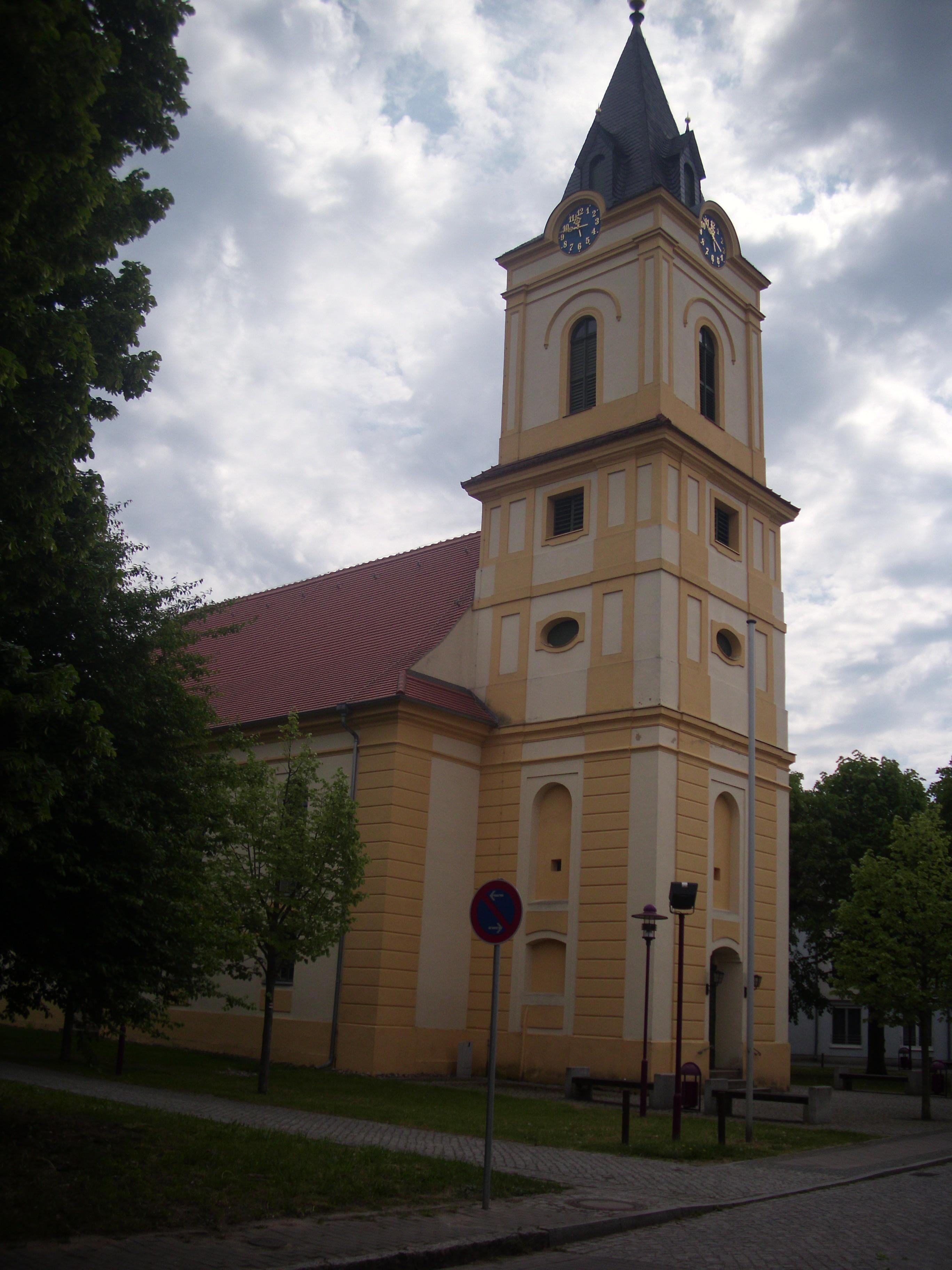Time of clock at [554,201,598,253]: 11:46
